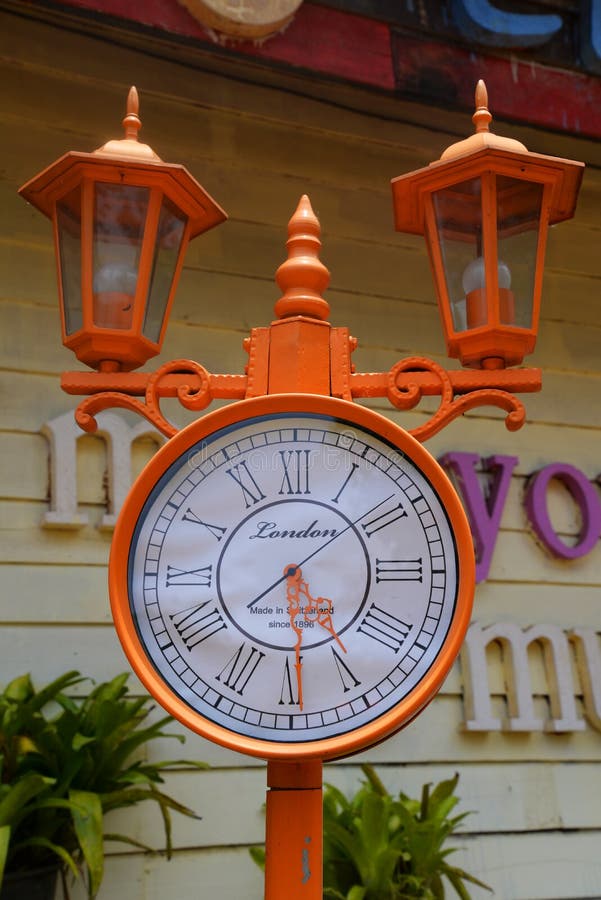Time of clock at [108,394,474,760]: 4:29
